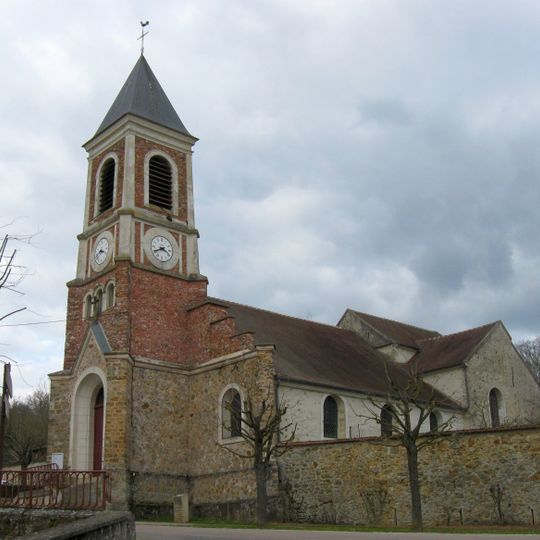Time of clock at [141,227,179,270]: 3:40
